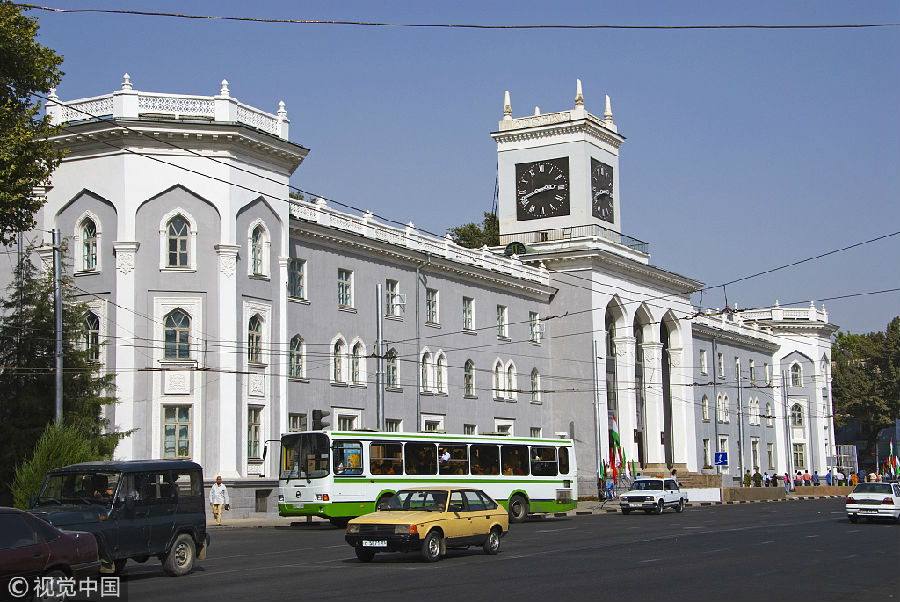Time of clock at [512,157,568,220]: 2:41
